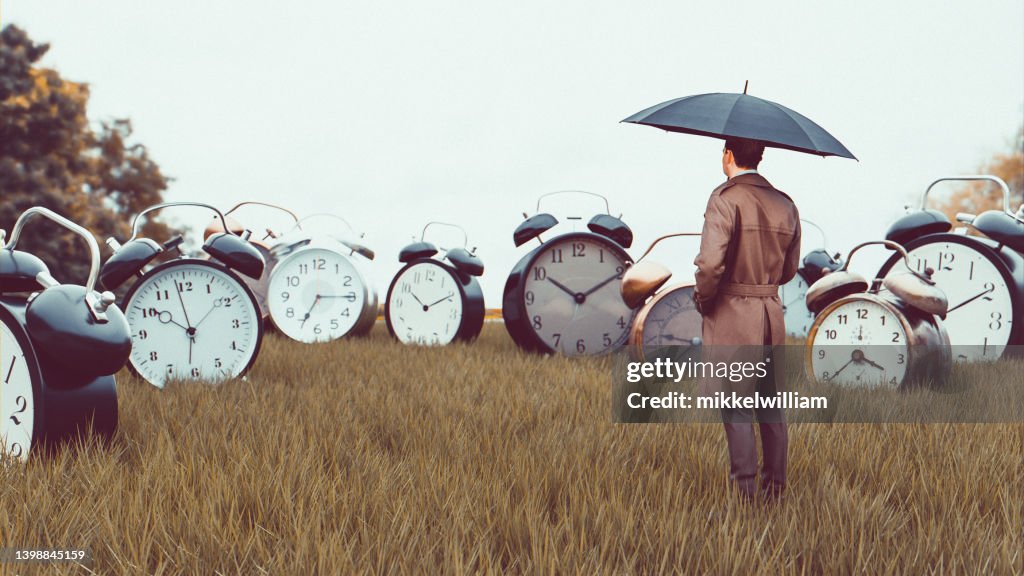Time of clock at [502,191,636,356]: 10:10
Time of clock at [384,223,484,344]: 10:10
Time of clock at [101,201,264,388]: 9:58
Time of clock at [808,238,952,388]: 3:39
